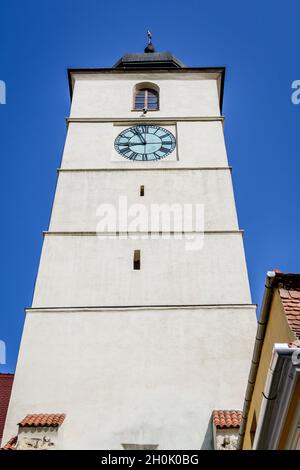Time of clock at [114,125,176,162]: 8:56
